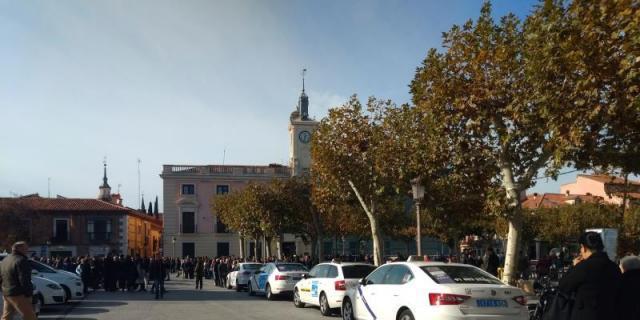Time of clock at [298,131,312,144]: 11:32
